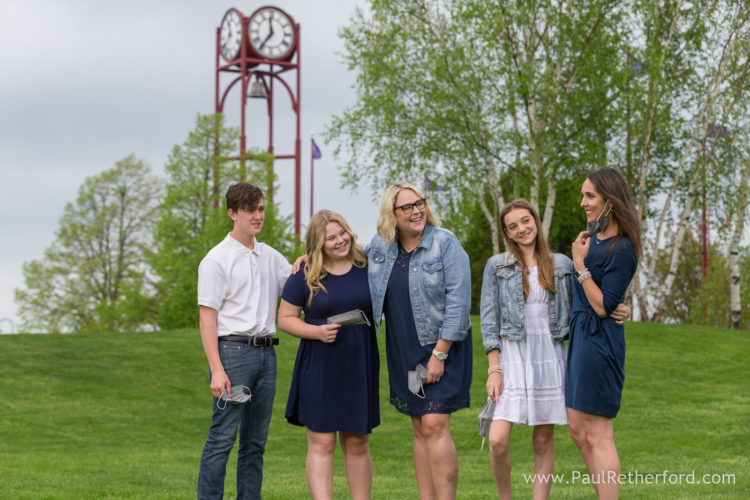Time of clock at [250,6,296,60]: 11:36
